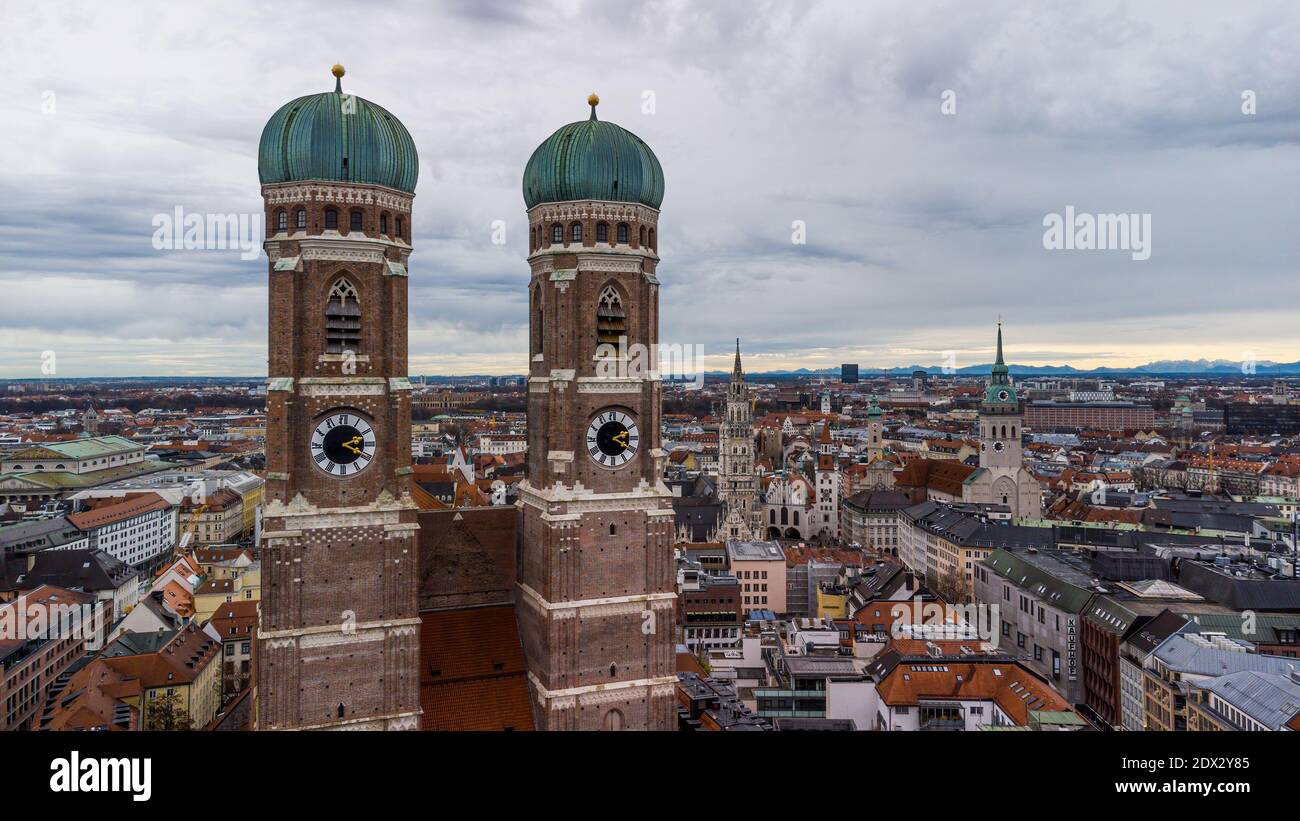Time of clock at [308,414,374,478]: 2:19
